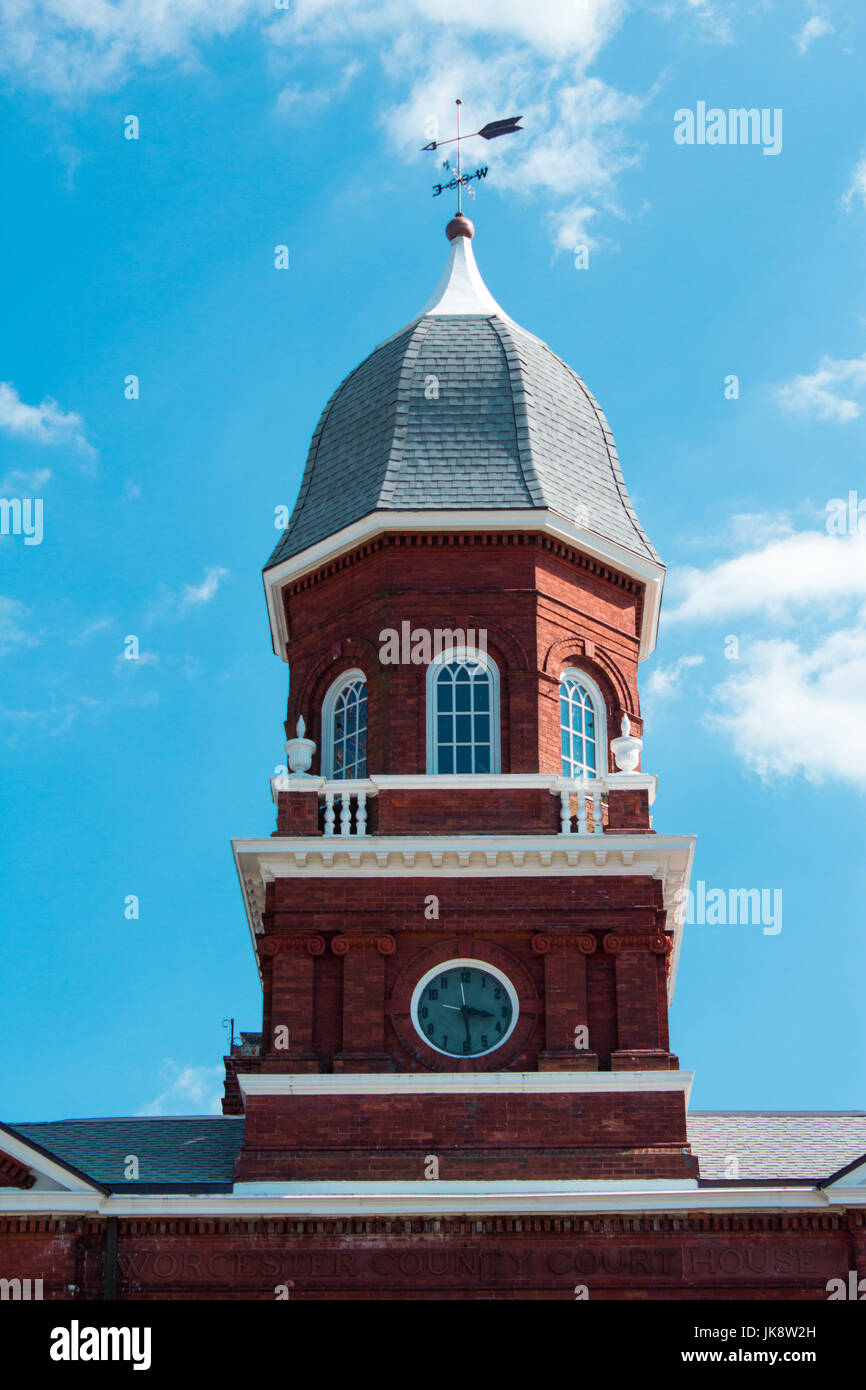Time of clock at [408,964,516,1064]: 3:29
